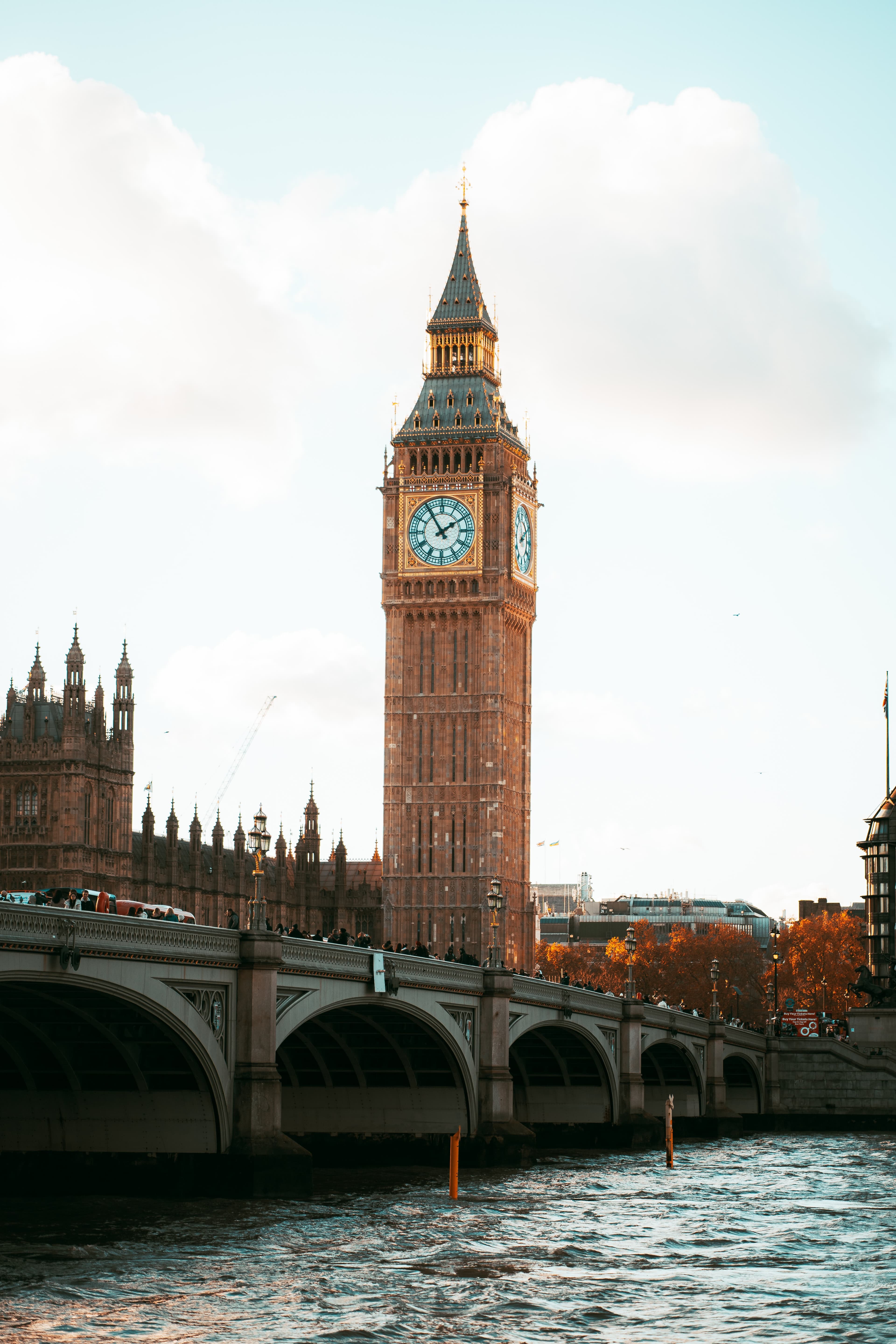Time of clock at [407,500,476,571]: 1:54
